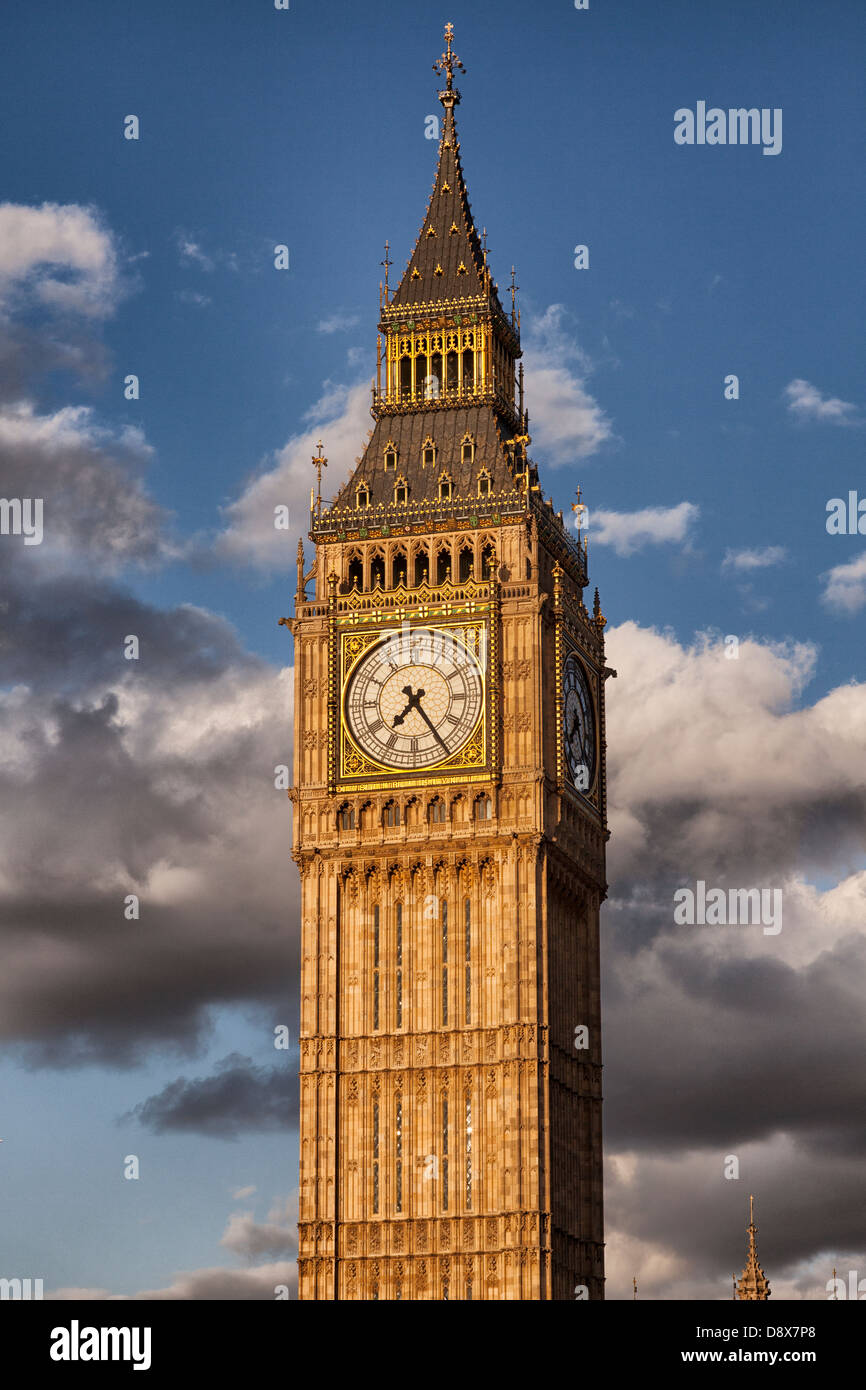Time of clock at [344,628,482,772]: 7:24
